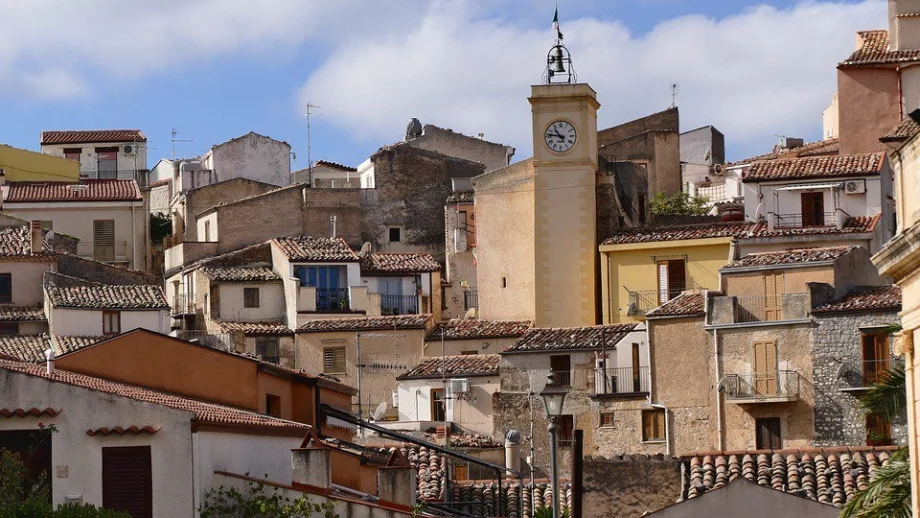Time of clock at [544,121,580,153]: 10:46
